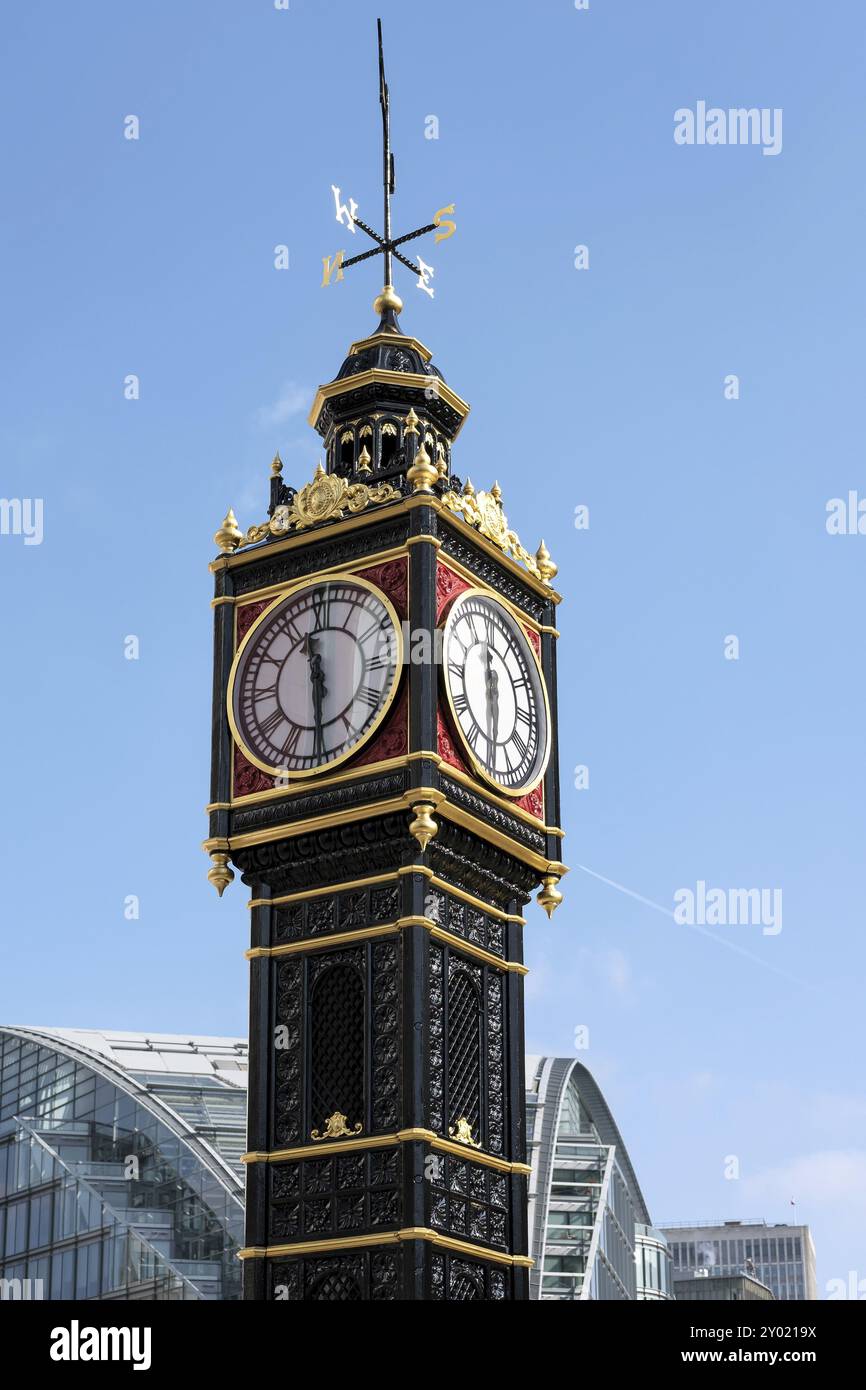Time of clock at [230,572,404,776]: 11:29
